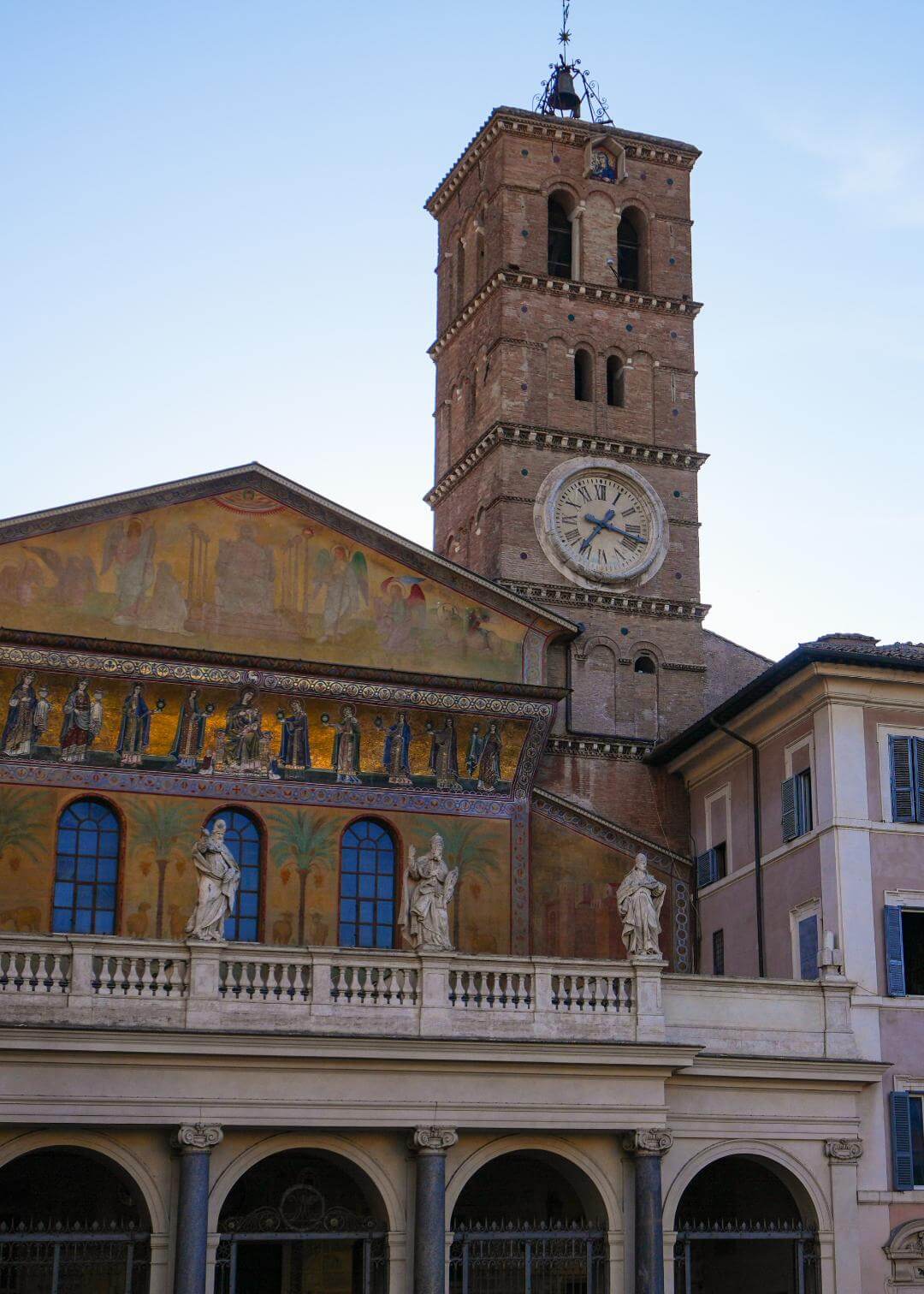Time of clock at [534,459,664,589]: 7:17
